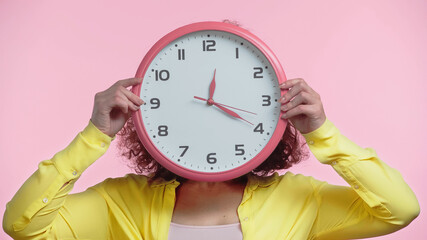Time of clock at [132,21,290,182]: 12:19
